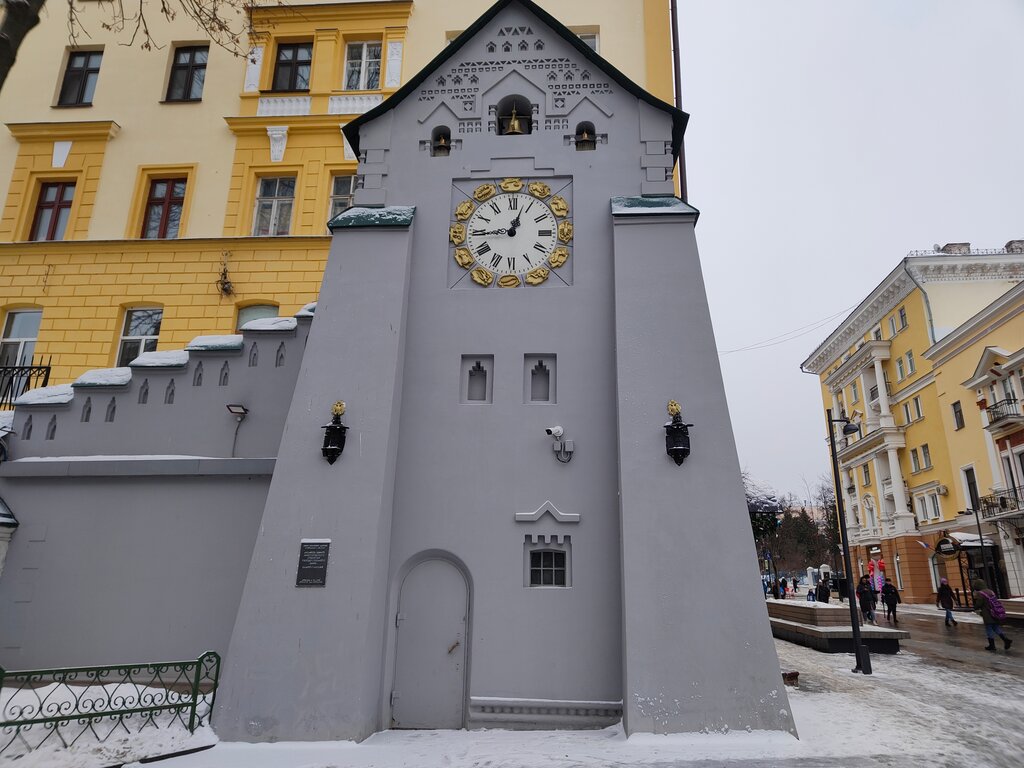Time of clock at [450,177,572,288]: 12:44
